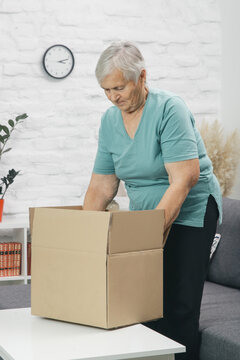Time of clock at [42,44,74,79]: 3:11
